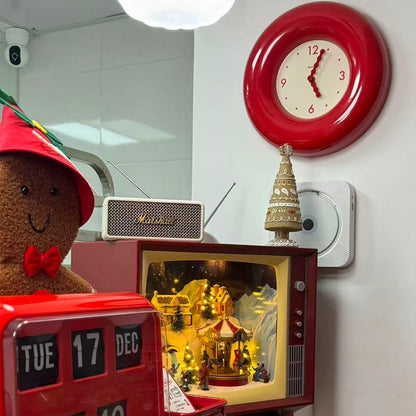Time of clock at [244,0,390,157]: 5:03
